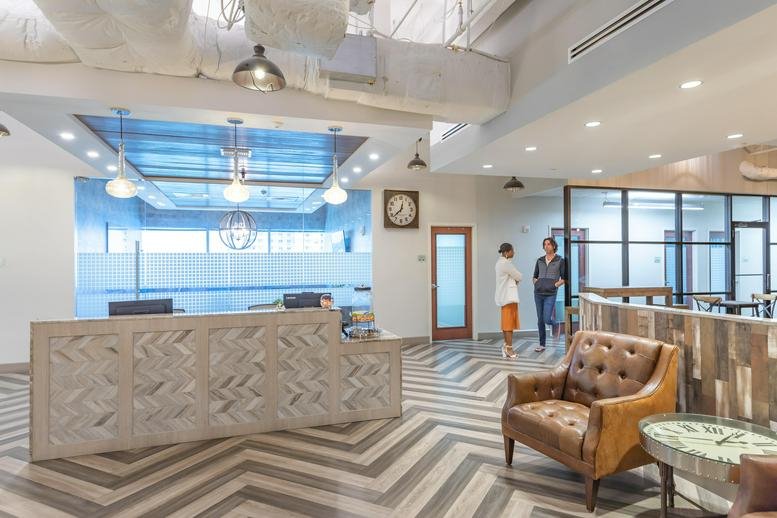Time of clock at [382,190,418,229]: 12:37
